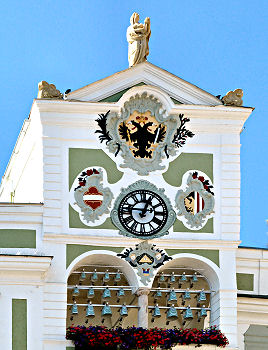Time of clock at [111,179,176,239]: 12:46
